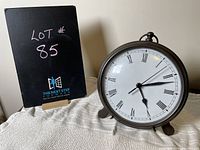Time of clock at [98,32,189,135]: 2:24
